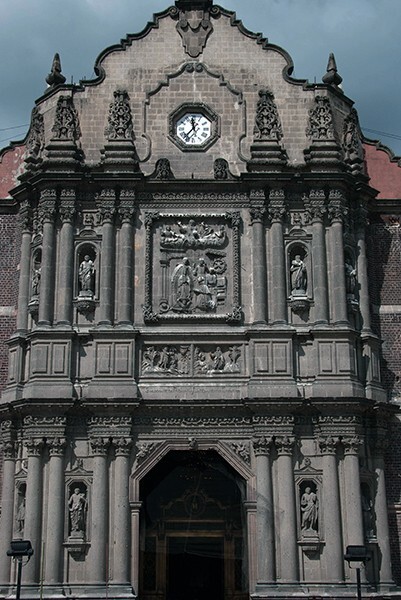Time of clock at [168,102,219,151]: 11:37
